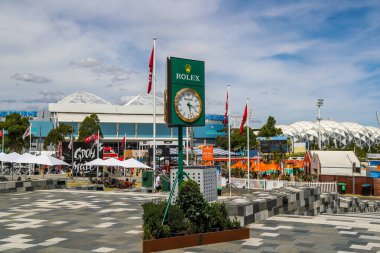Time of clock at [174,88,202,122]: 3:27
